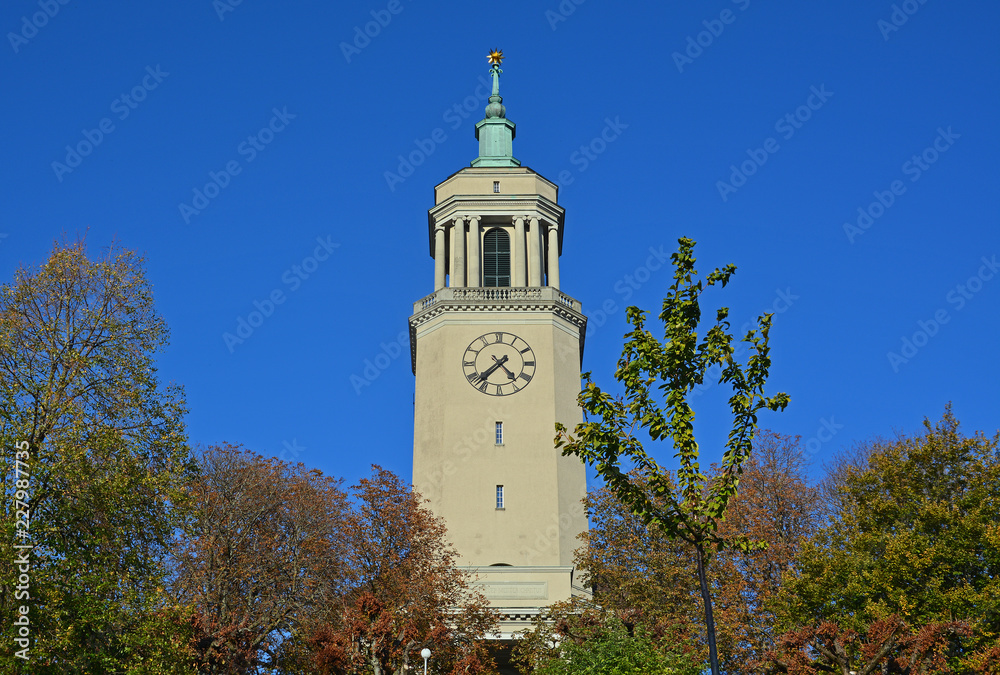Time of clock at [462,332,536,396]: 4:37
